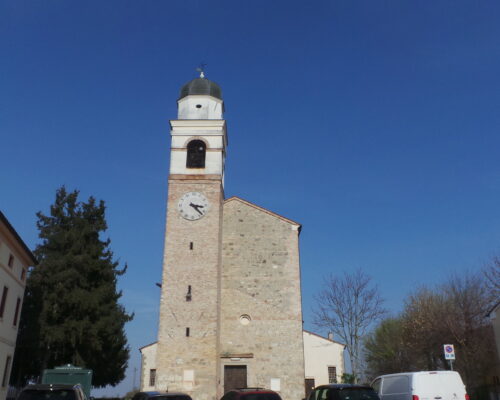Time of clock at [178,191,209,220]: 3:22
